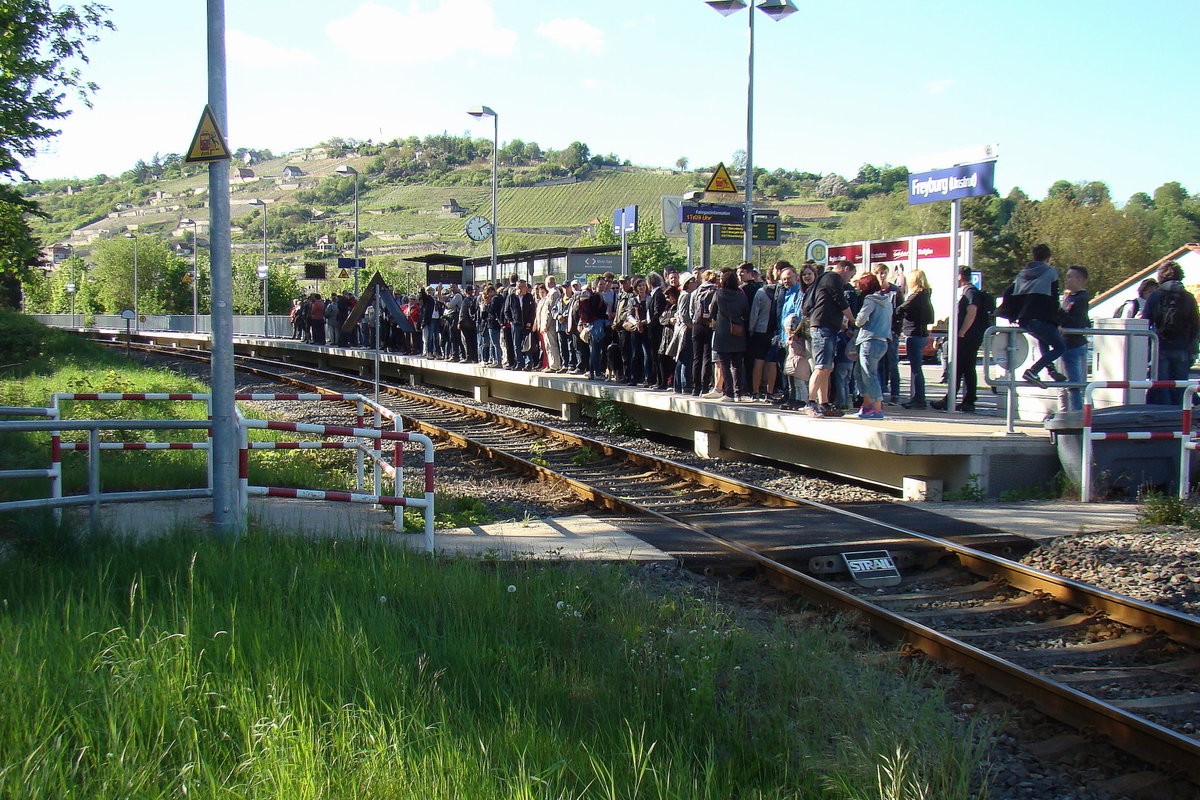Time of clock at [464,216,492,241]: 5:09
